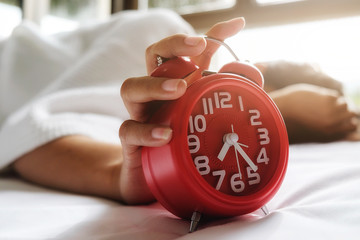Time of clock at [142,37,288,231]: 7:23
